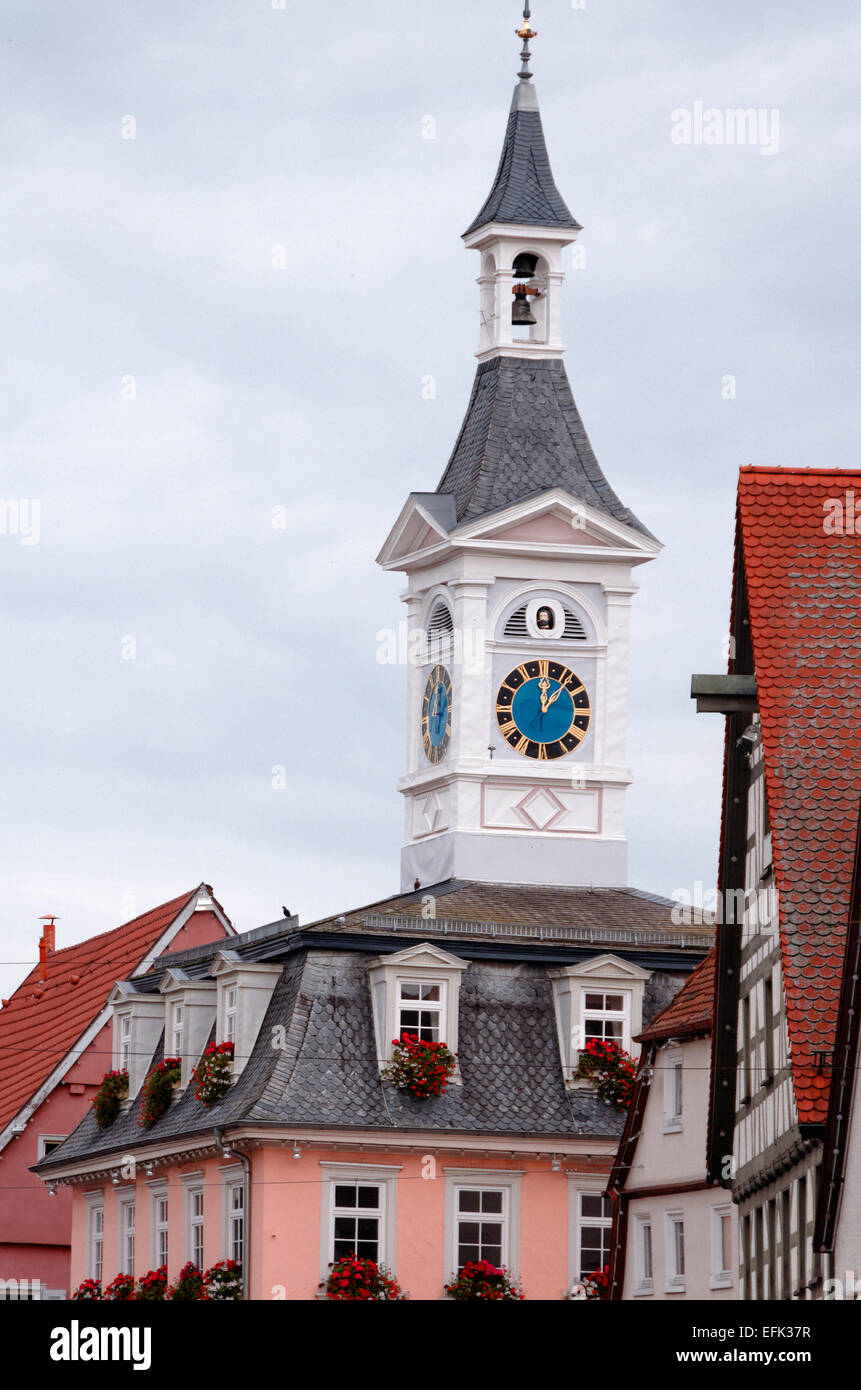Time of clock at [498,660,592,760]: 12:06
